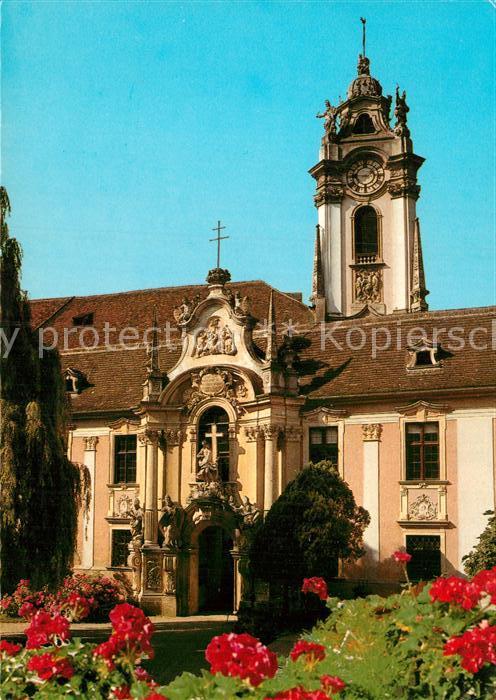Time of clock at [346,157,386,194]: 1:43
